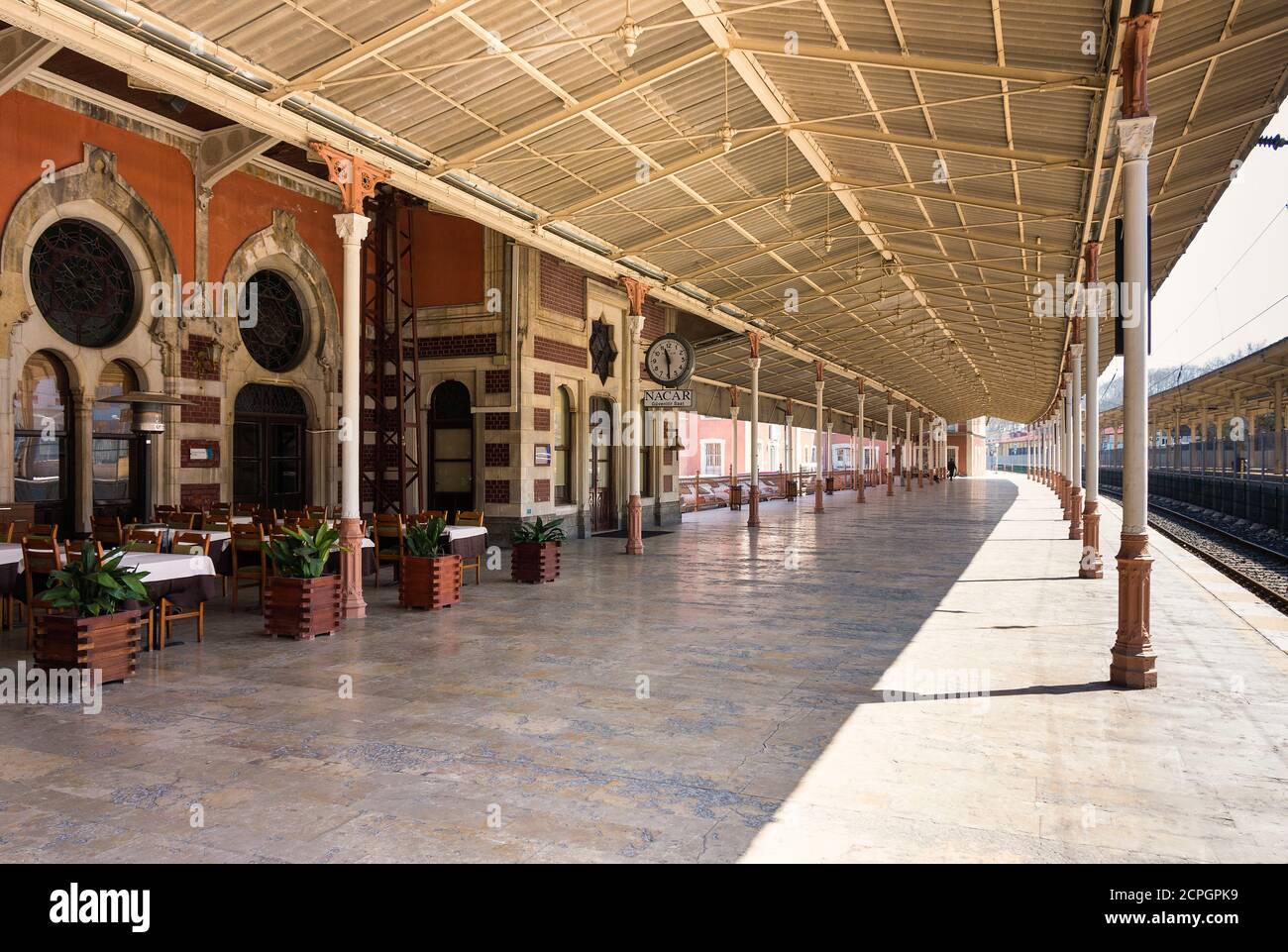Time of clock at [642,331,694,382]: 11:29
